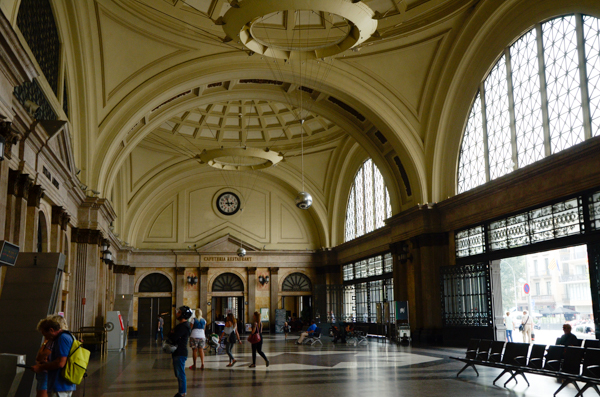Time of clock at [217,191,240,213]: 2:57
